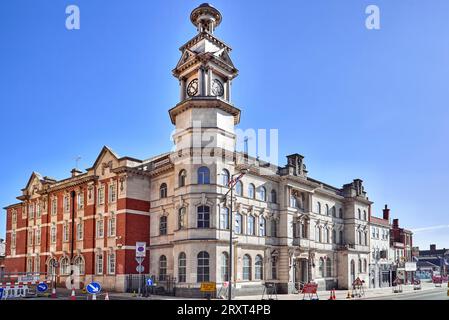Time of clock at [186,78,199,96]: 10:22
